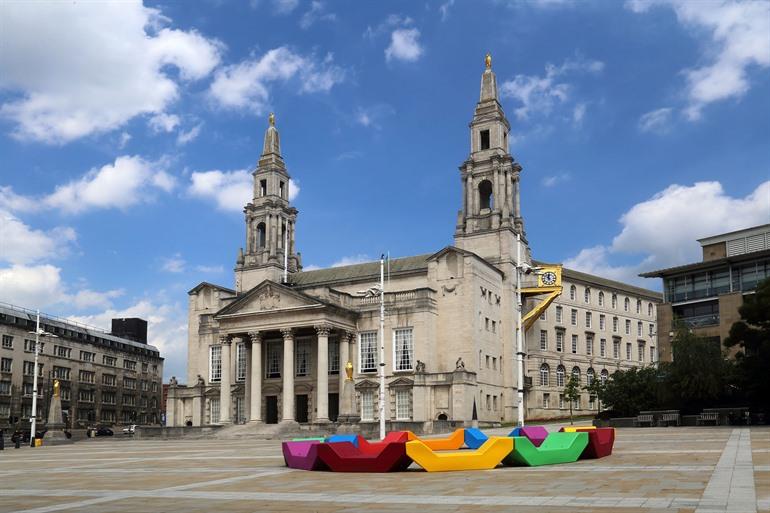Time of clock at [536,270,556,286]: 11:51
